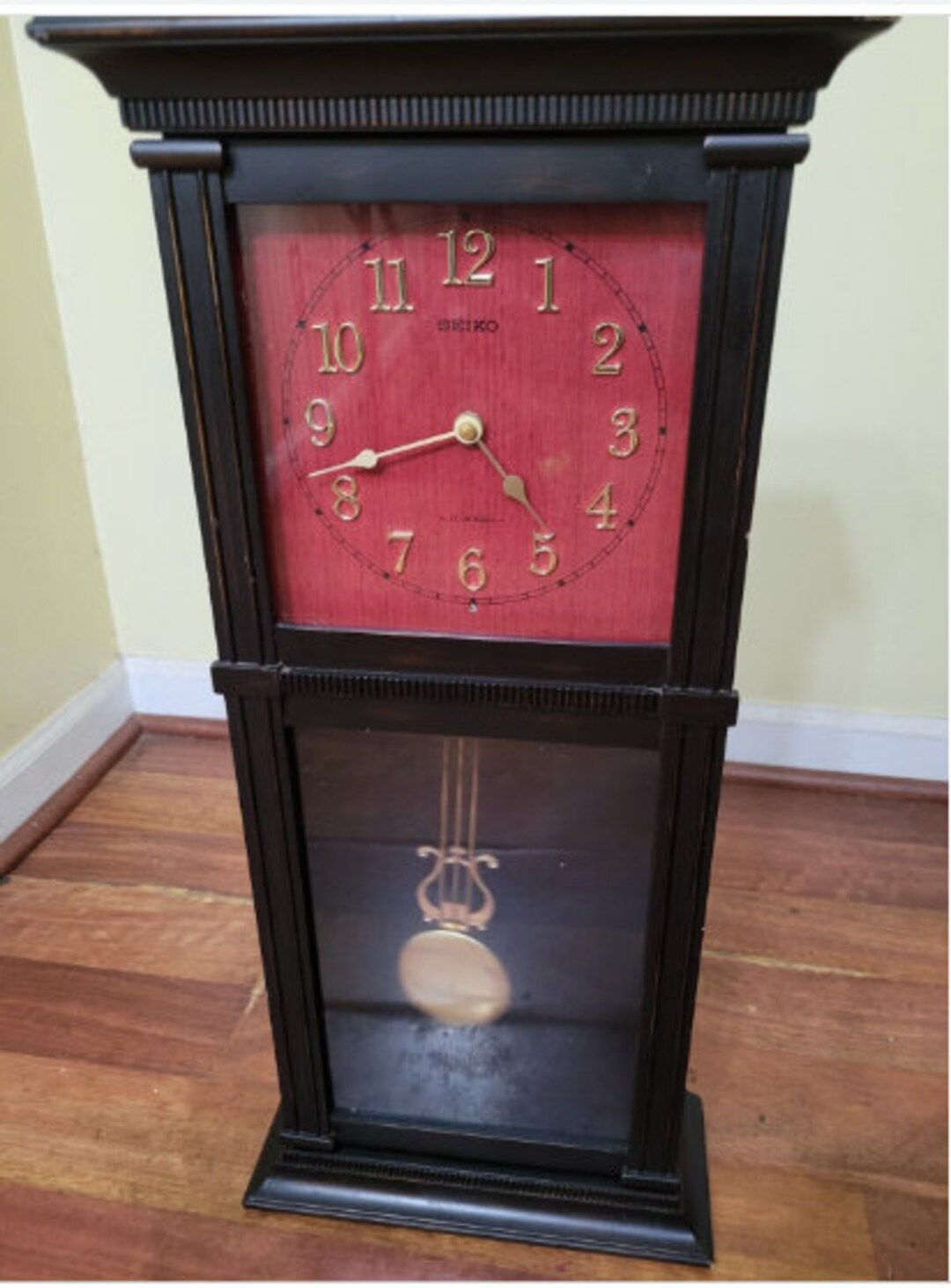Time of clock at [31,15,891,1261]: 4:42
